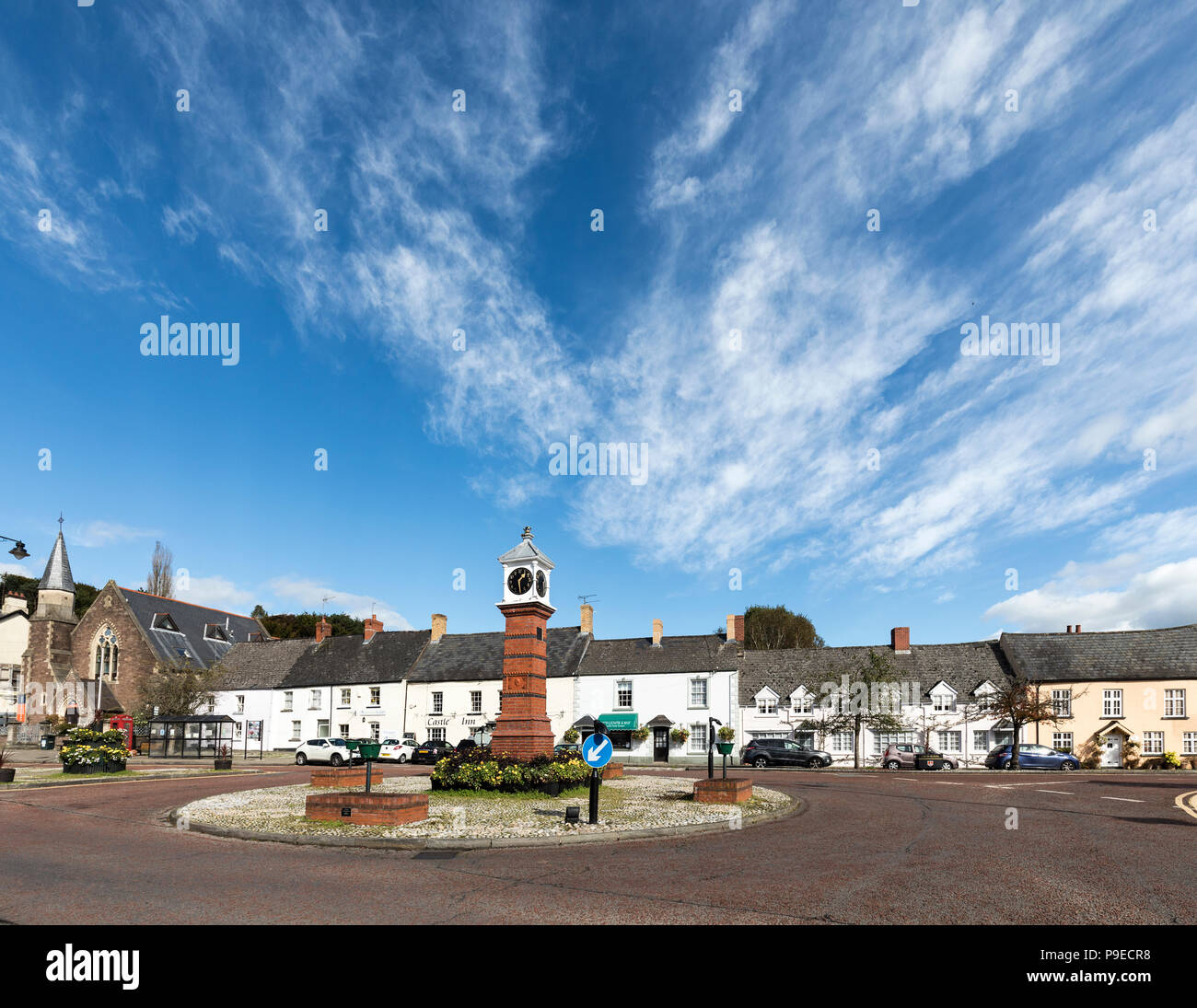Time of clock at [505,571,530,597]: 1:28
